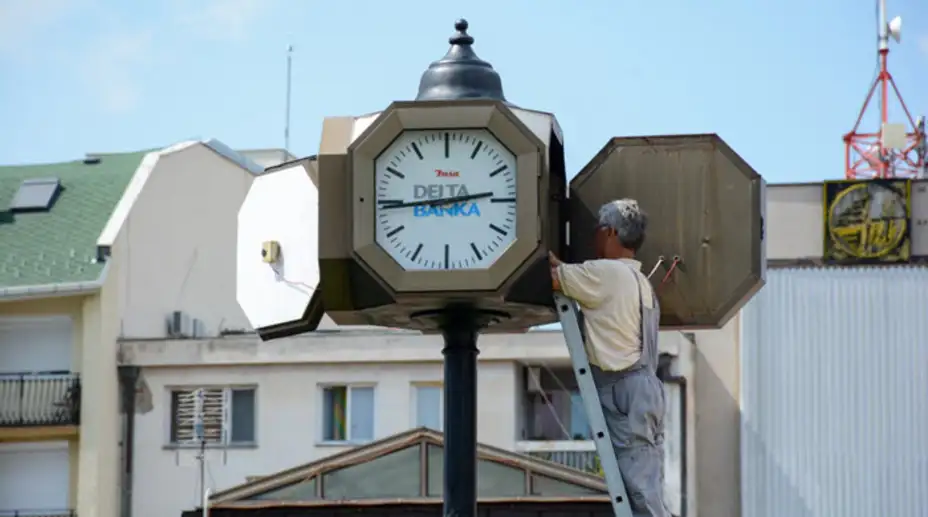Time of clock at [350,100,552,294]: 2:44
